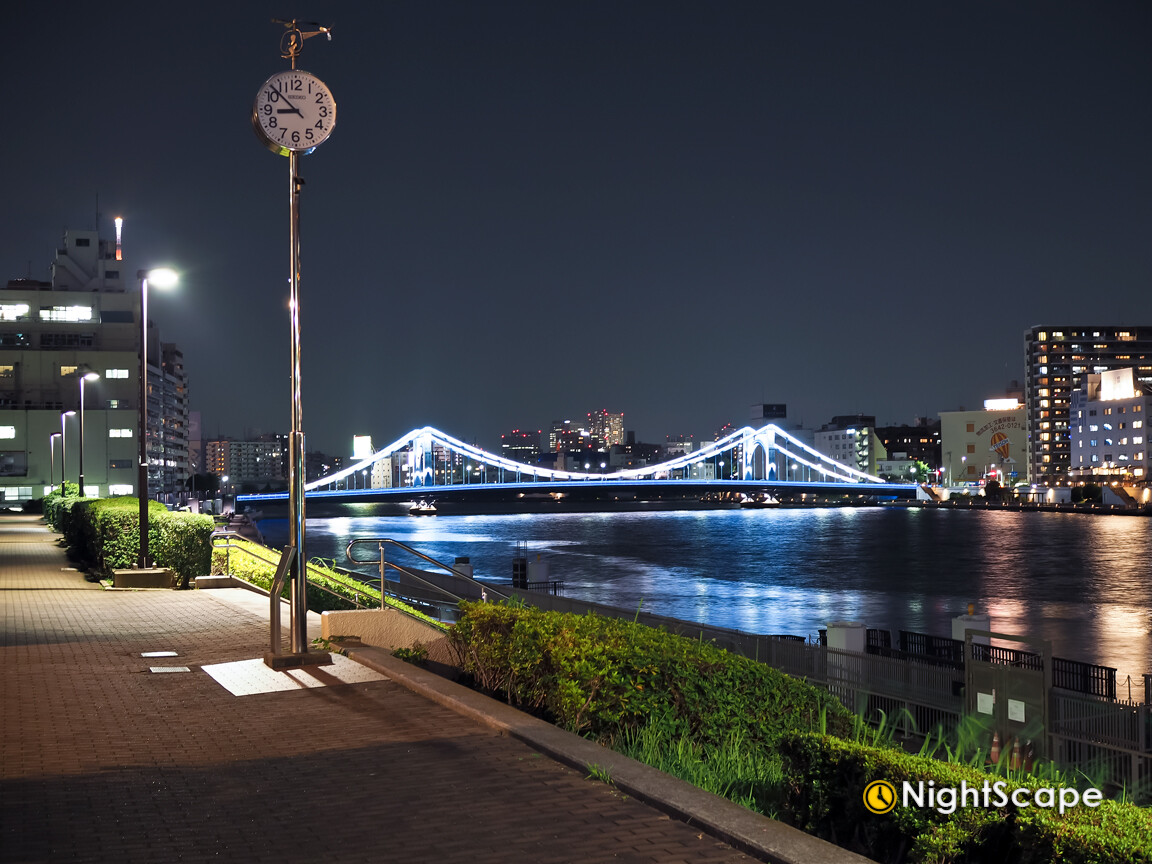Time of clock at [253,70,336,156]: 8:52
